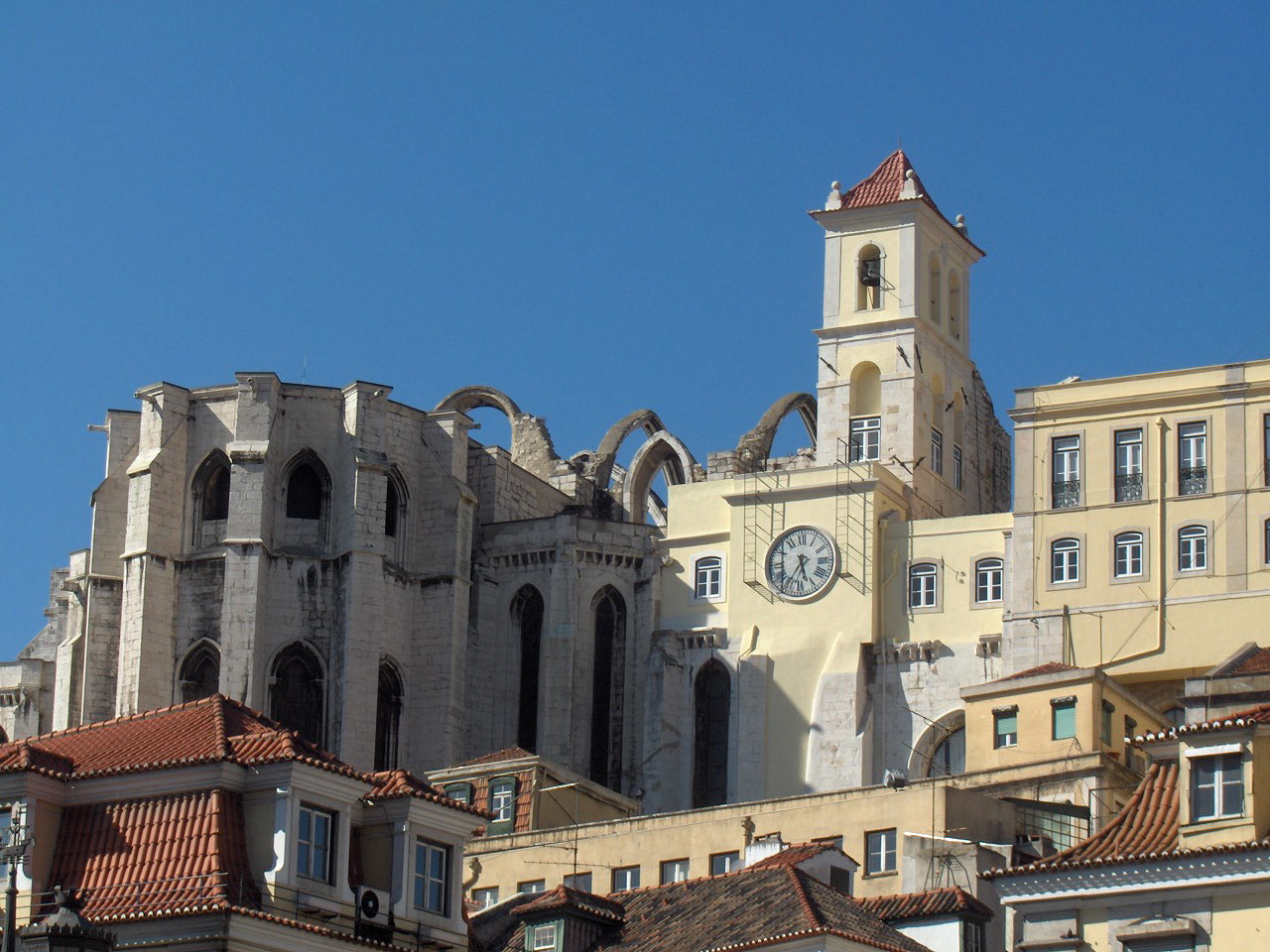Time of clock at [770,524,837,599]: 5:35
